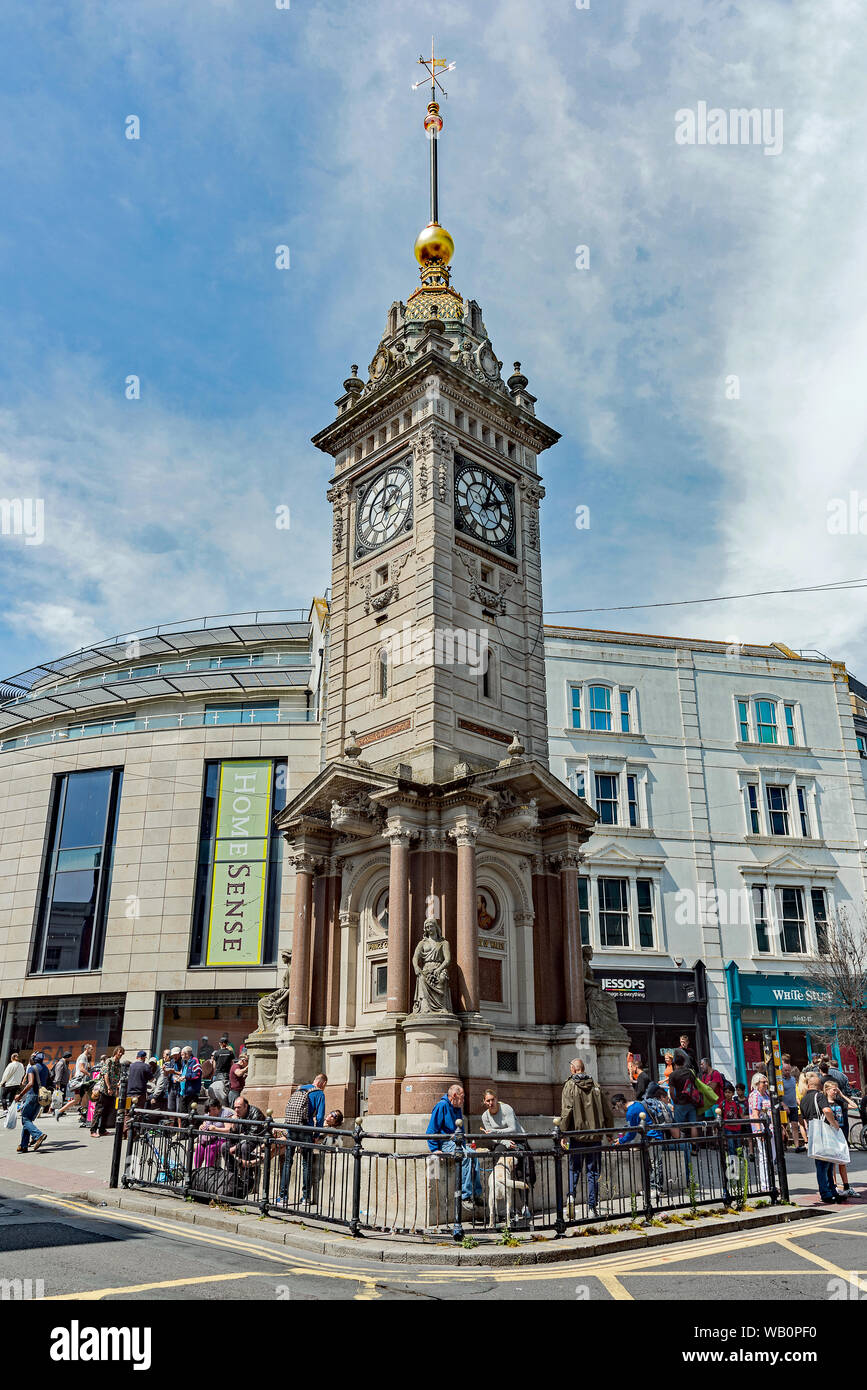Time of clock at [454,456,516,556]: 2:02
